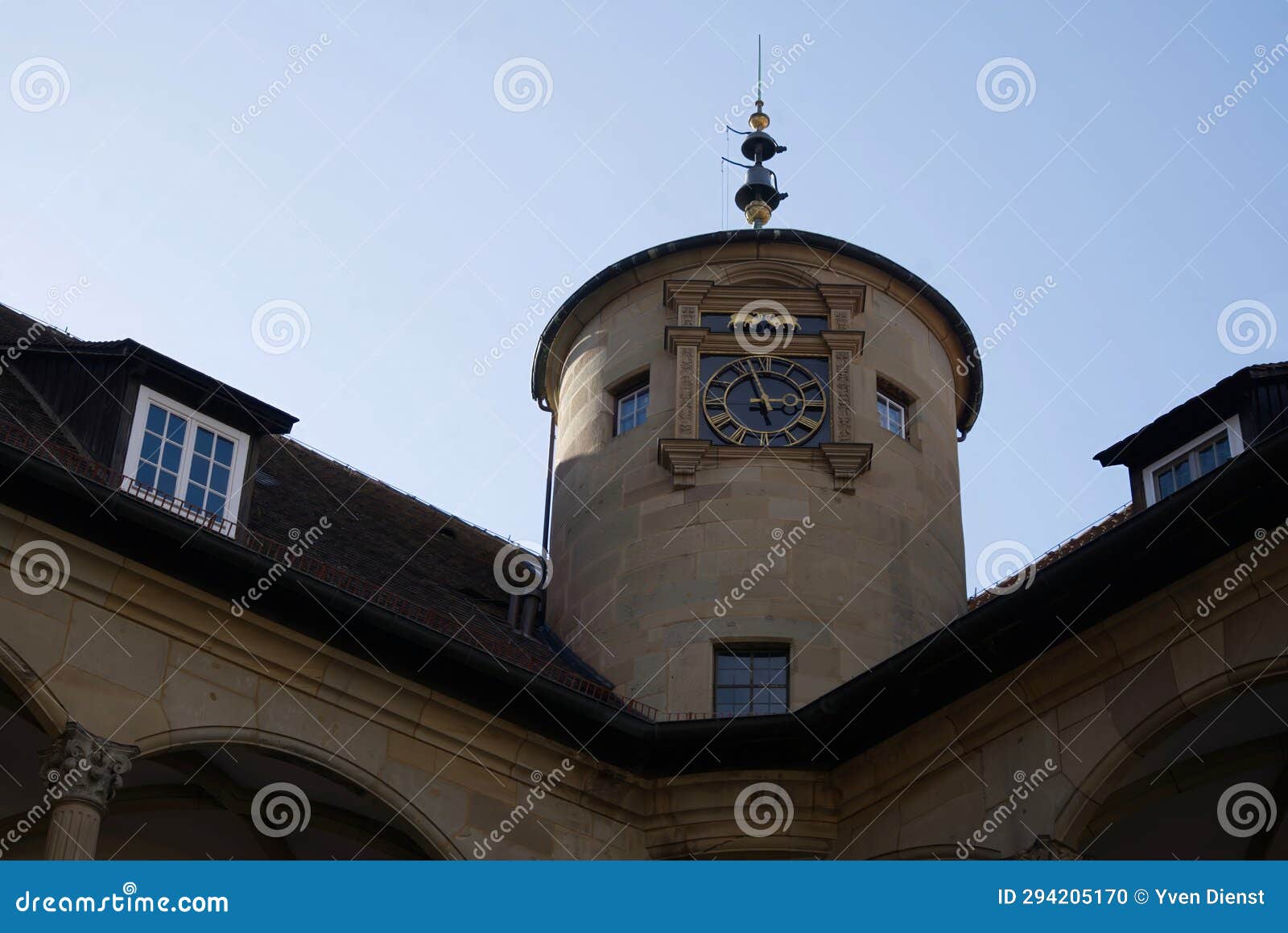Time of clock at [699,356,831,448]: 2:57
